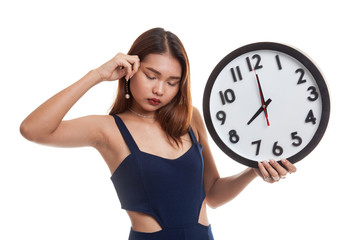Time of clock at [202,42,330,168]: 7:59
